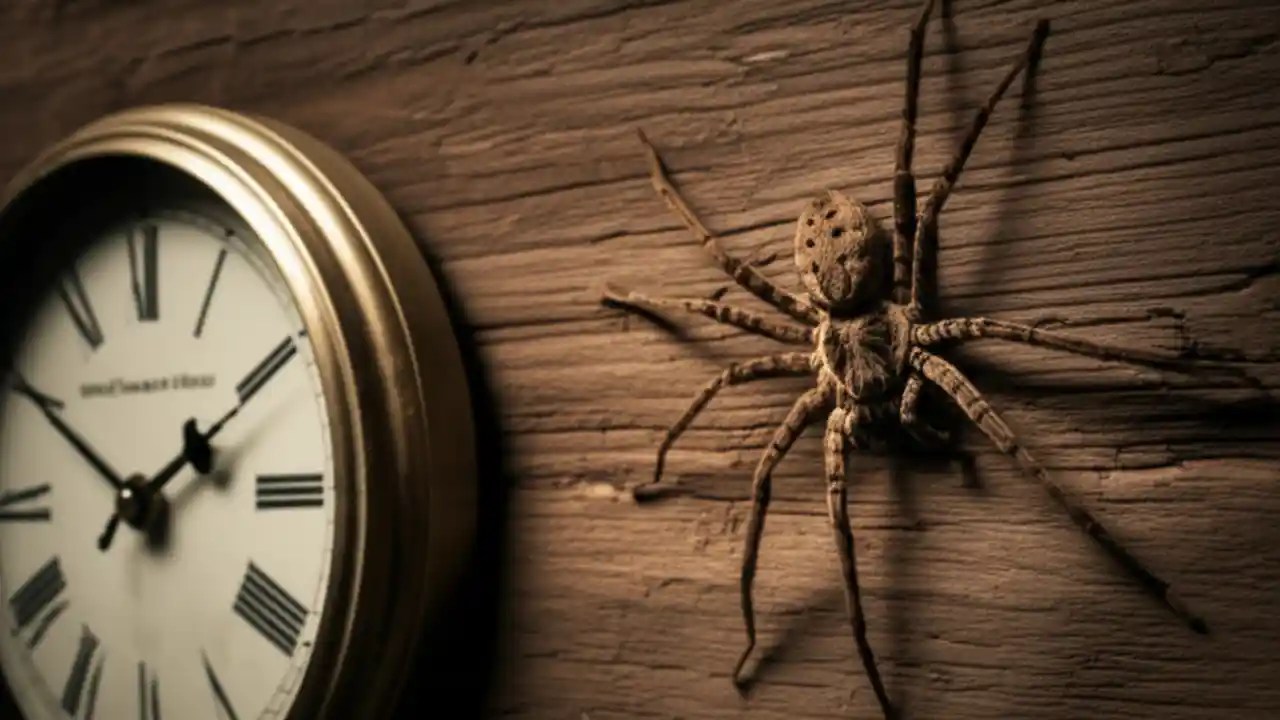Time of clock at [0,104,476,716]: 1:50
